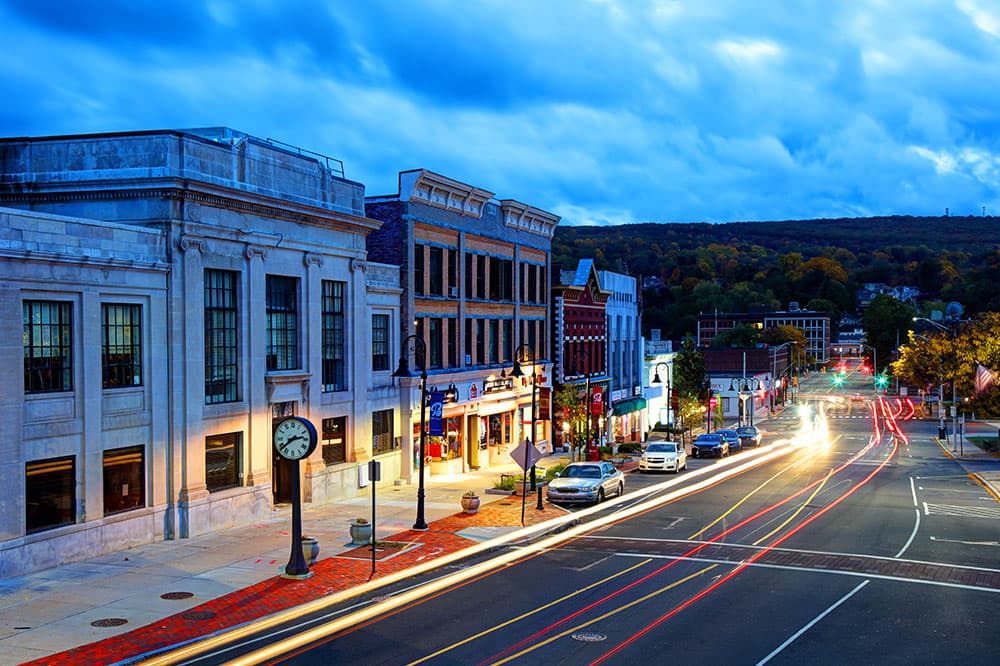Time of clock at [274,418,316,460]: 2:38
